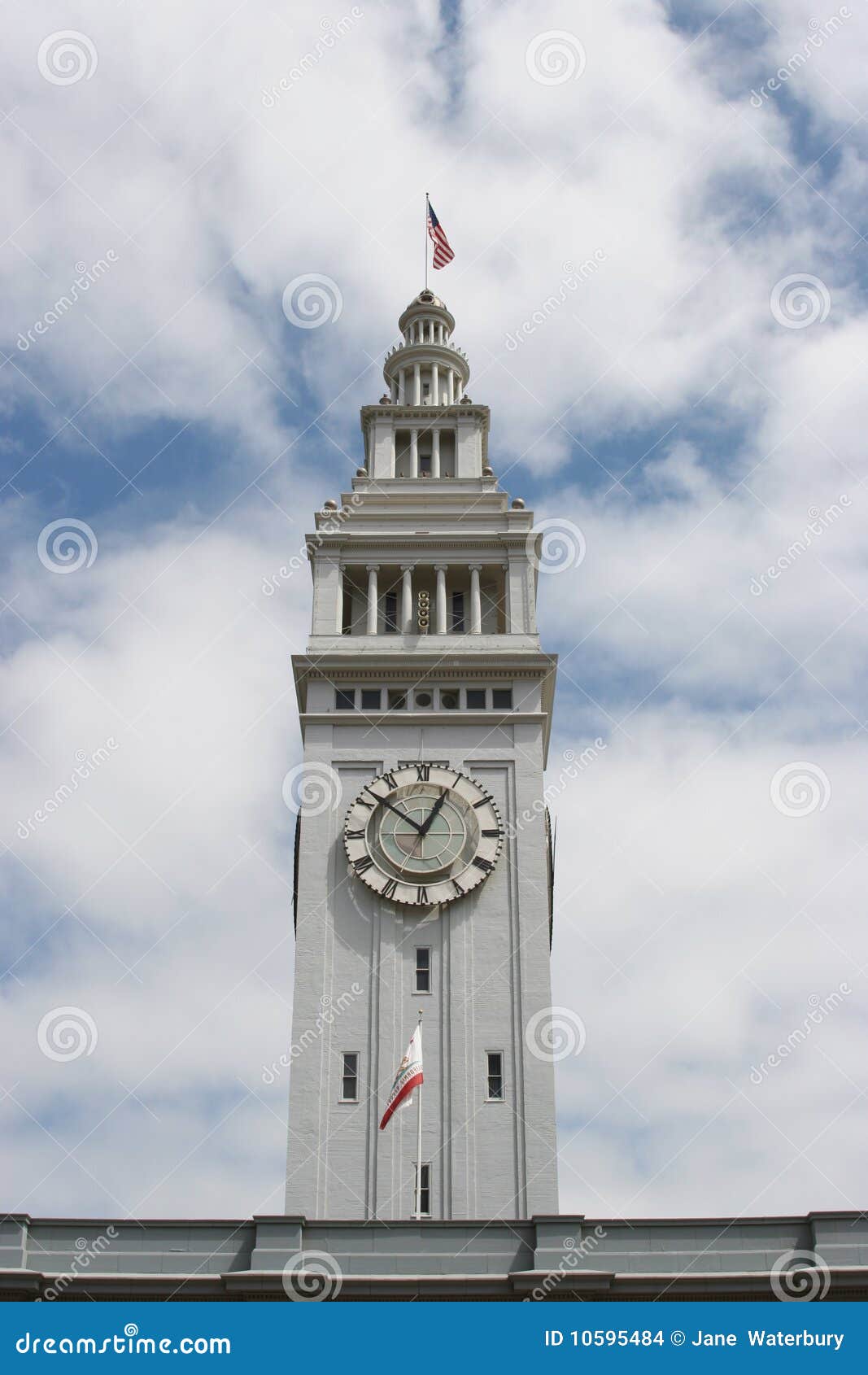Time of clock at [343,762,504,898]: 12:52
